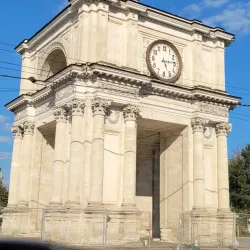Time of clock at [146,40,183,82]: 5:14
